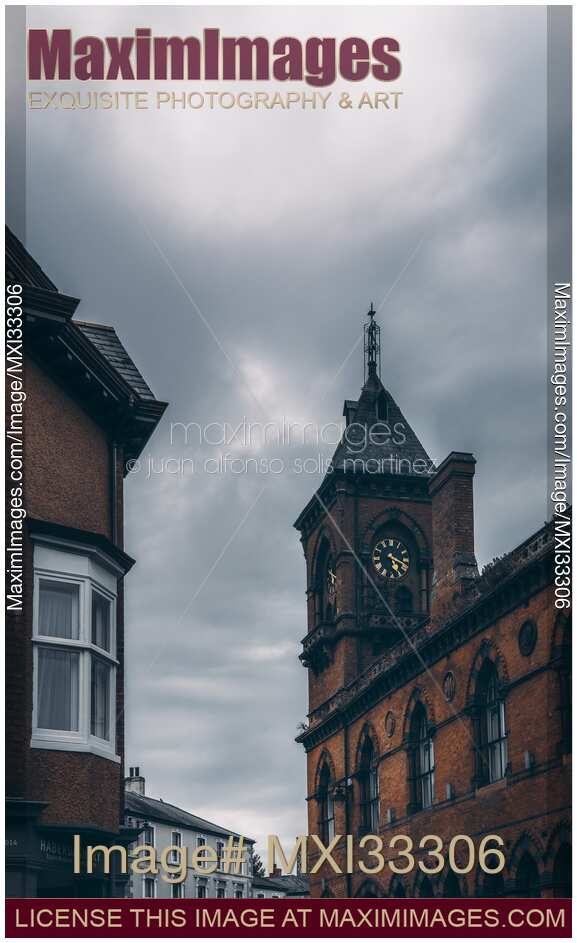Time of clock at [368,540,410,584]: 5:18
